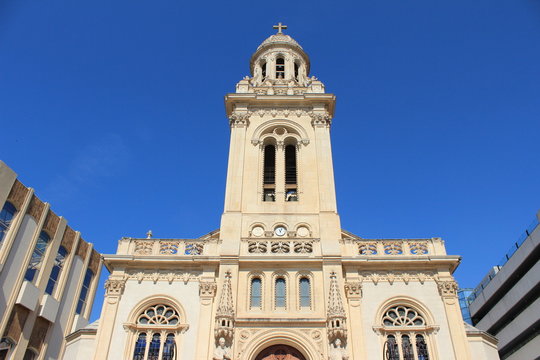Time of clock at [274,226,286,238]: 11:03
